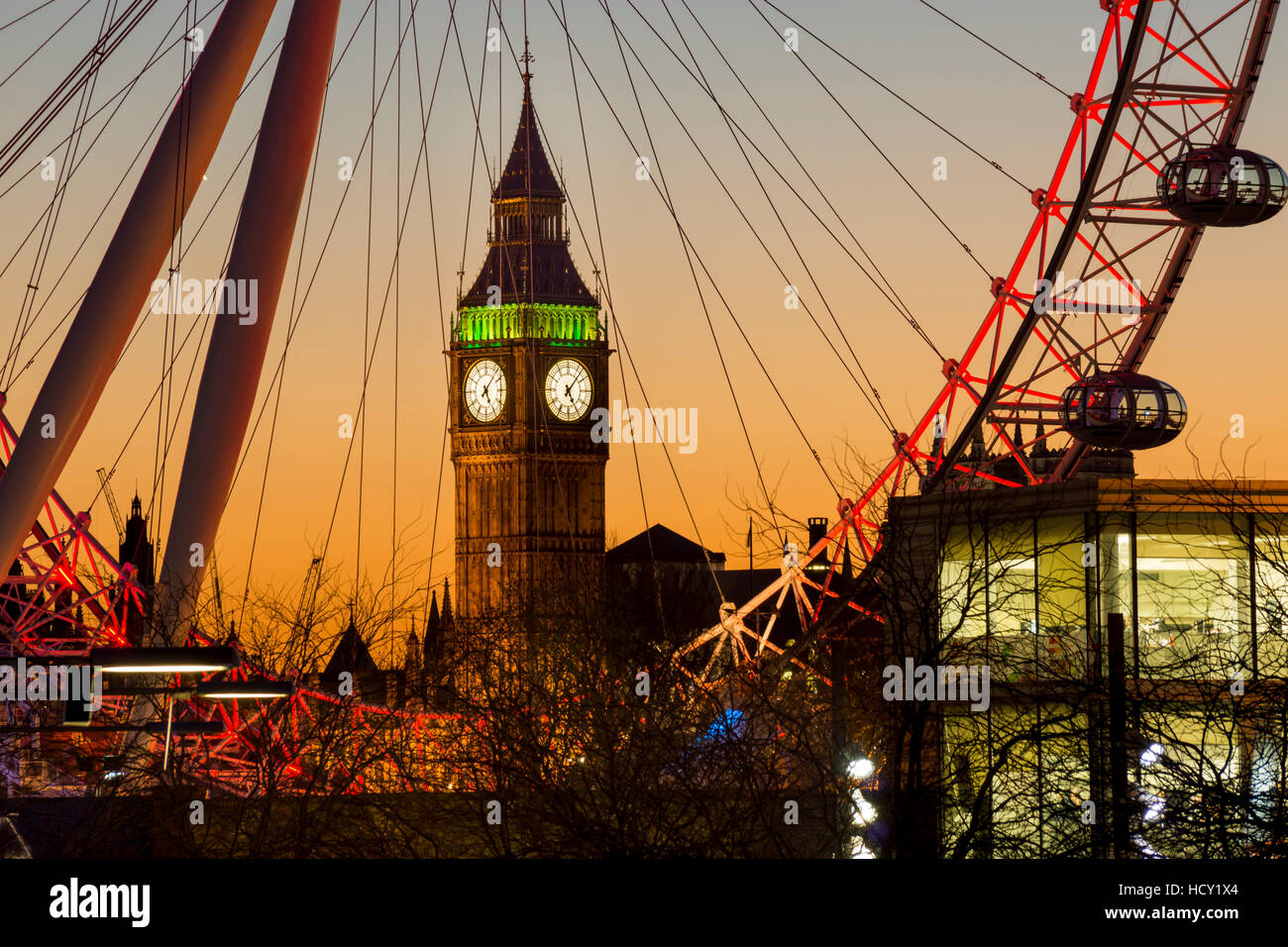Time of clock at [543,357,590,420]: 5:06
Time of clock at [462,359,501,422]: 5:06
